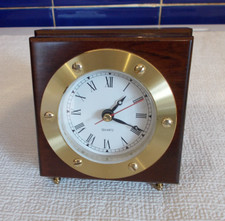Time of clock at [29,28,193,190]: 1:18
